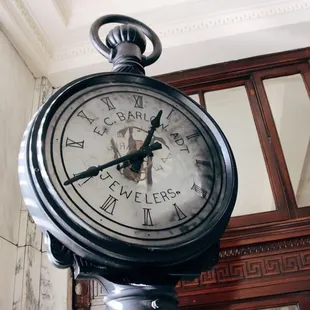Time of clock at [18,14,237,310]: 12:40
